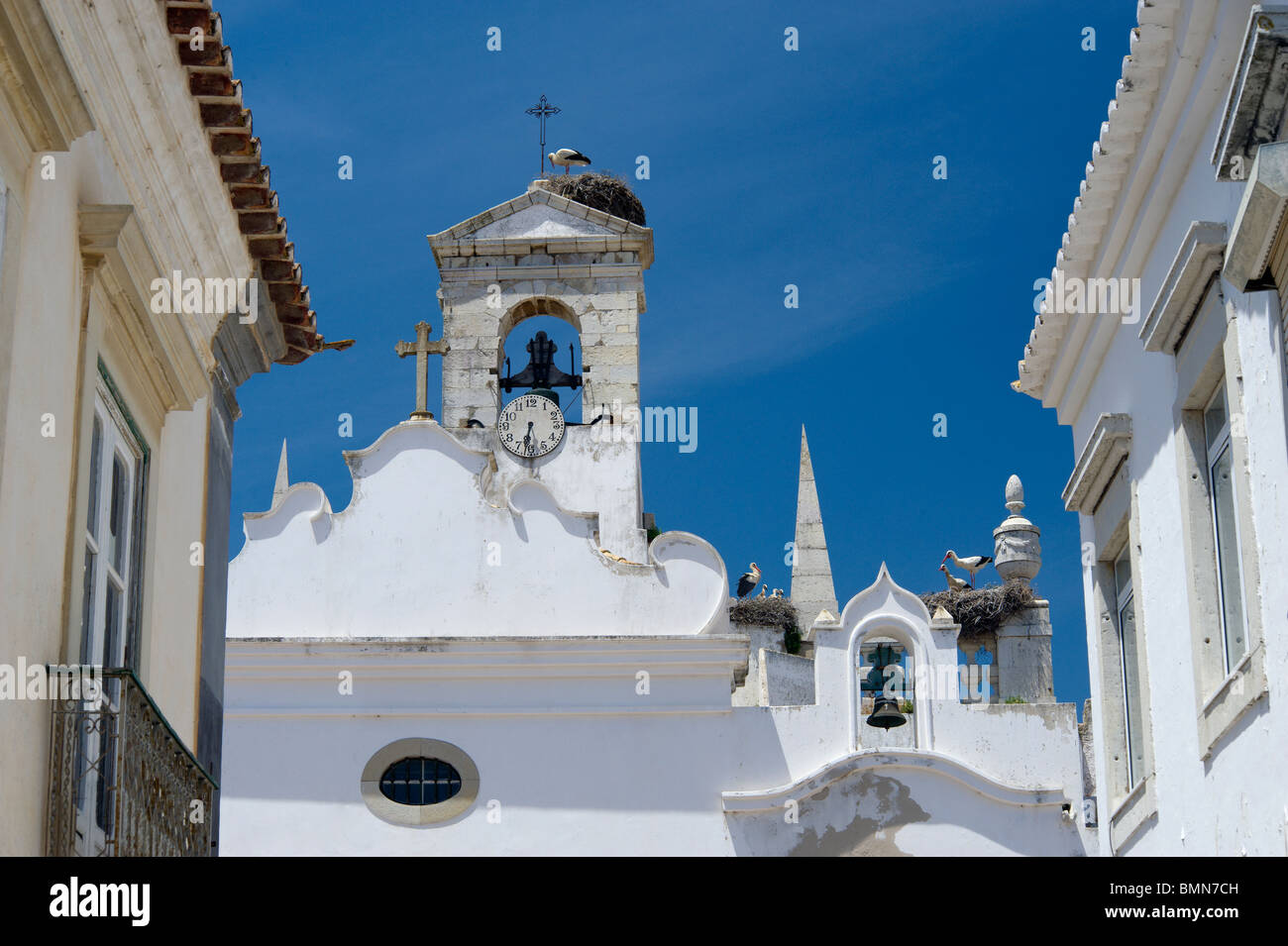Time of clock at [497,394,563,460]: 6:31
